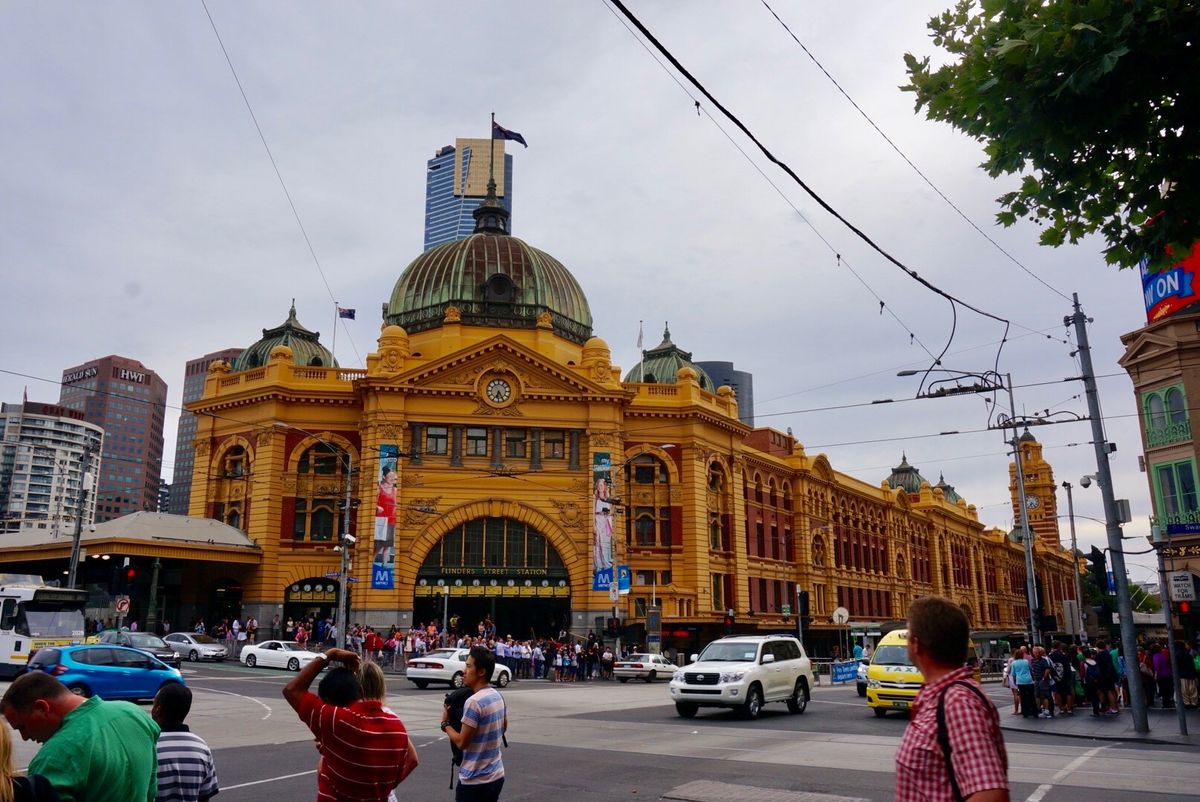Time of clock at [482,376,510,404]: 6:25
